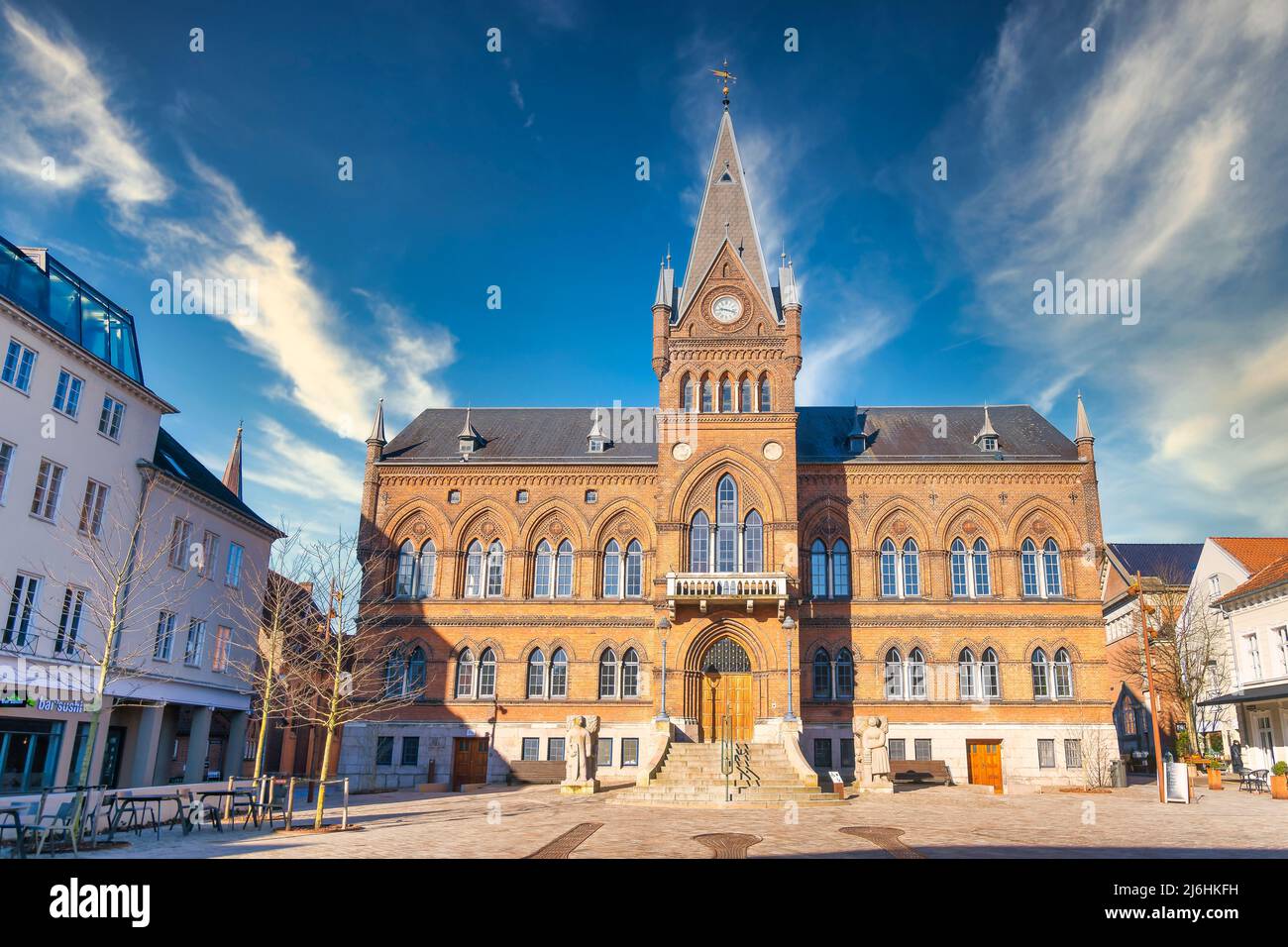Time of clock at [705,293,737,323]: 9:17
